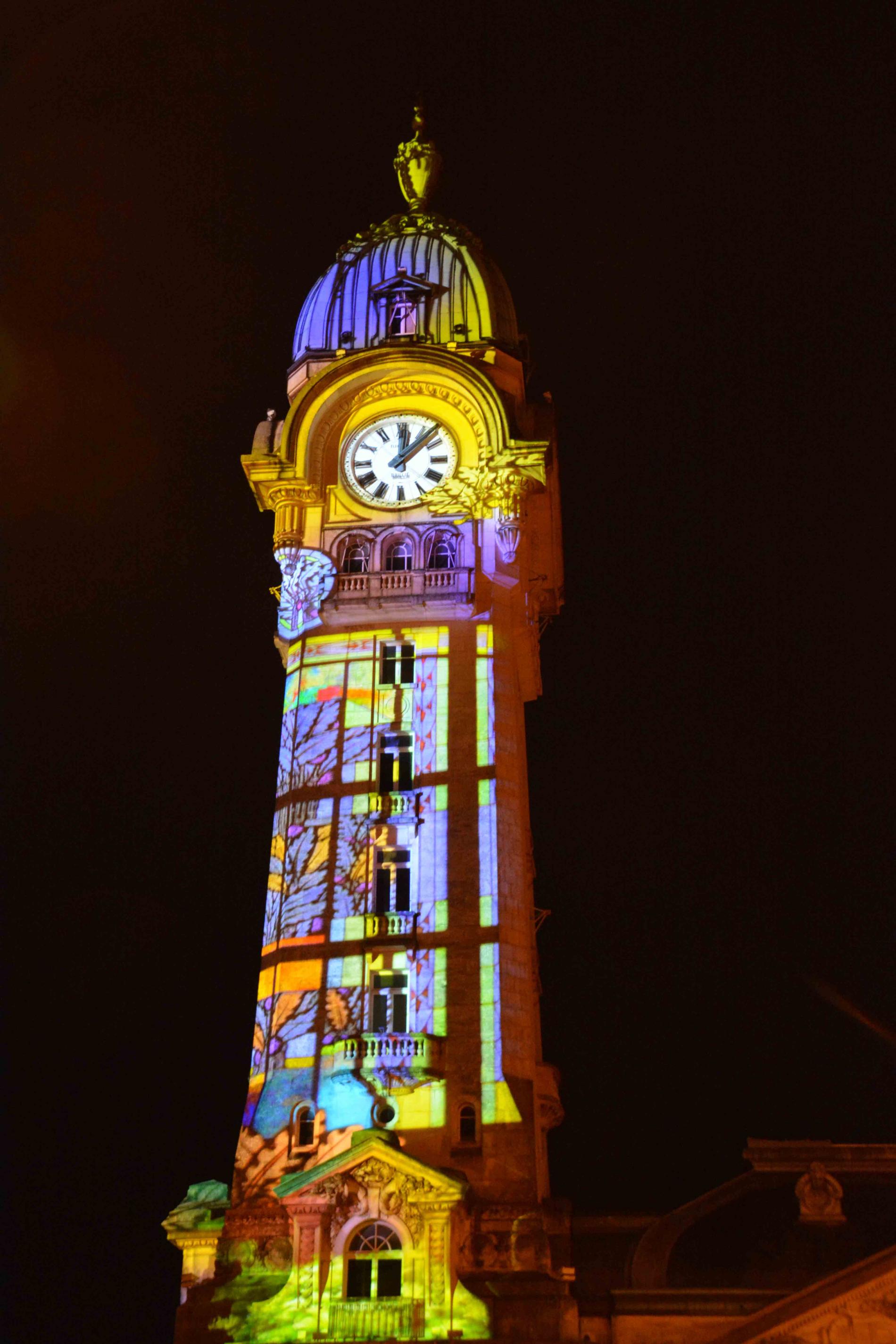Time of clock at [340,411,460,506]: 12:07
